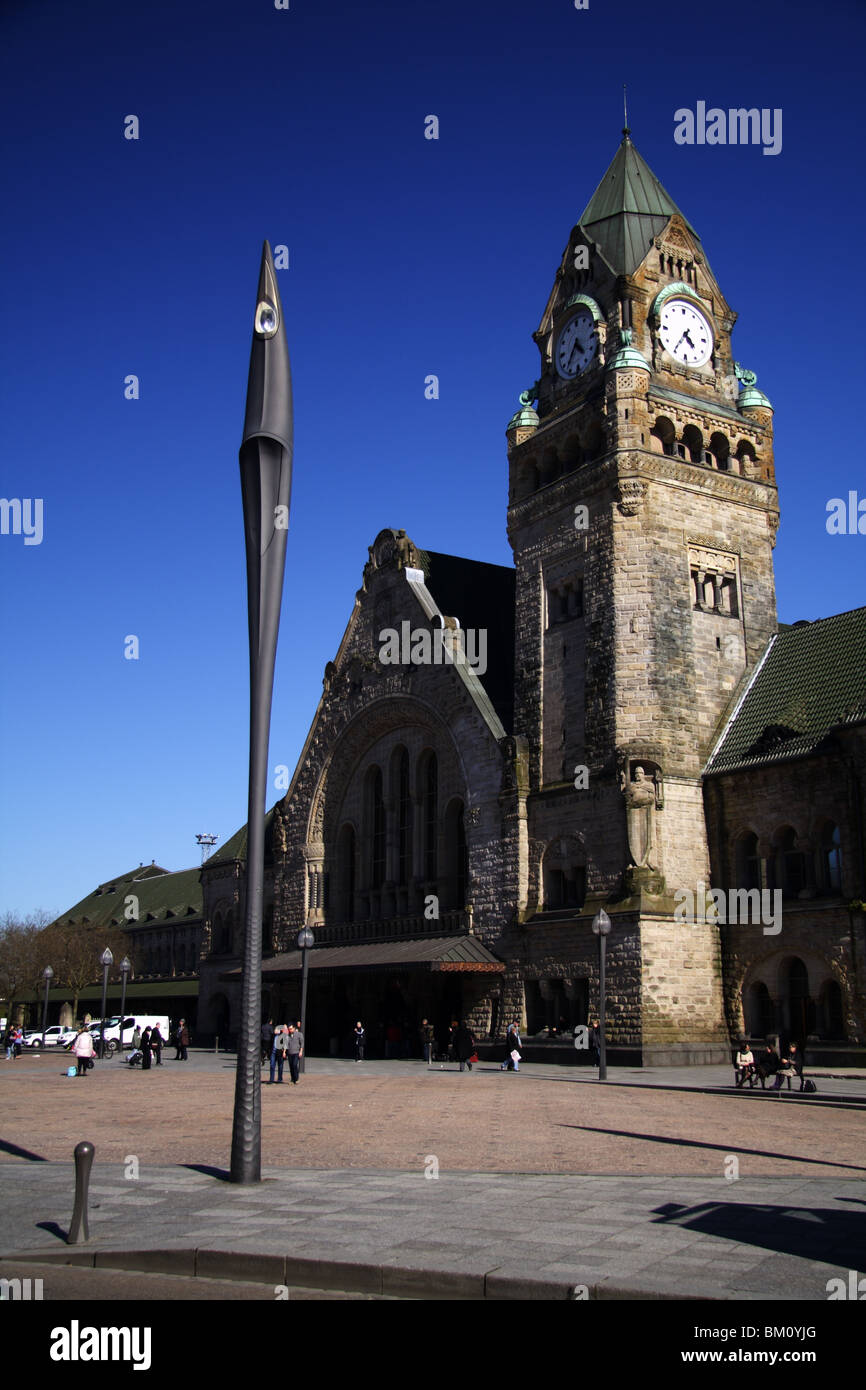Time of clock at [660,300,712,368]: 4:35
